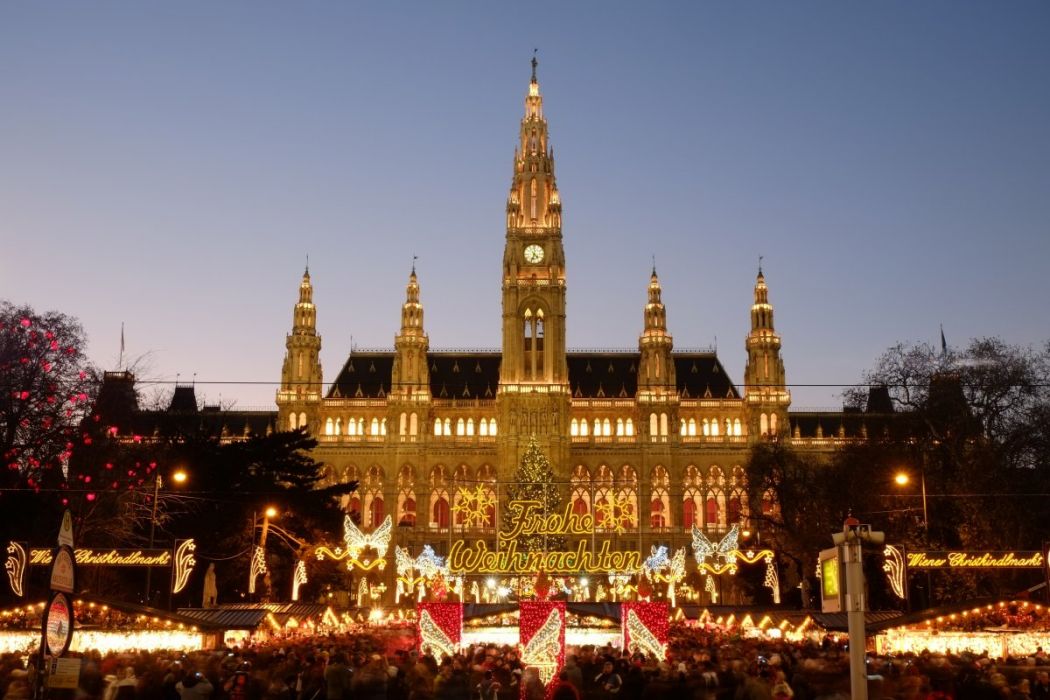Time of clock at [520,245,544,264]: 4:33
